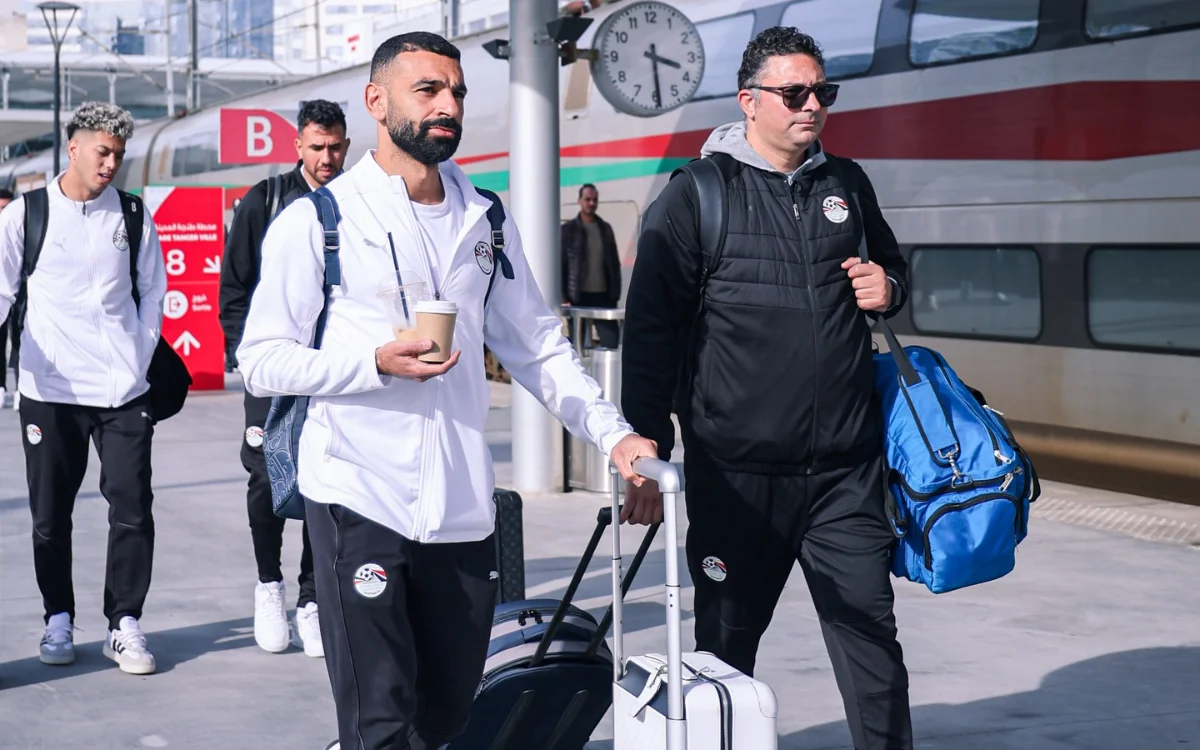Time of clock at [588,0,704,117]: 3:29
